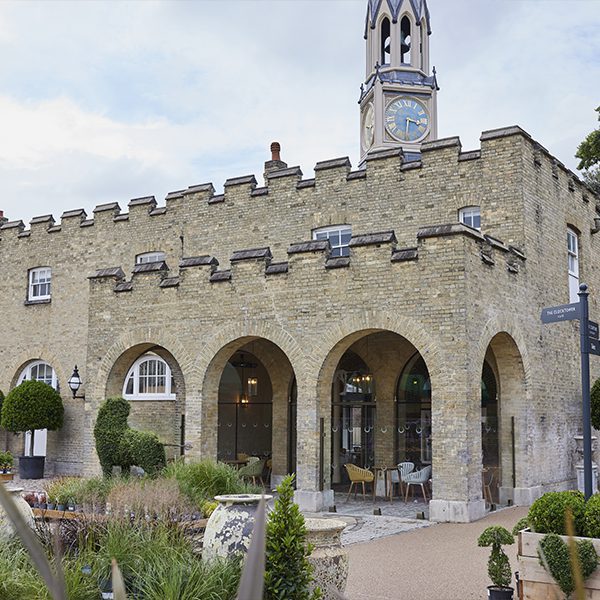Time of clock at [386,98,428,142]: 3:30
